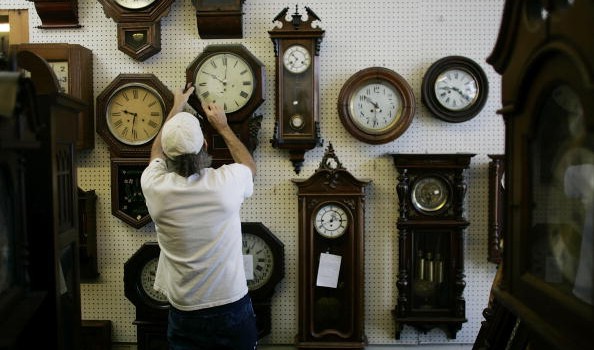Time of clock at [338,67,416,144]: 10:31
